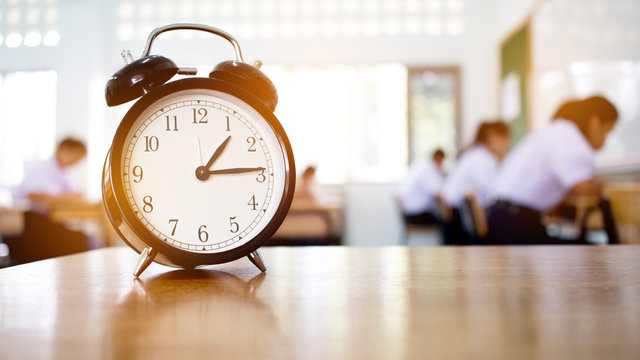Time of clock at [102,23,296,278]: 1:14
